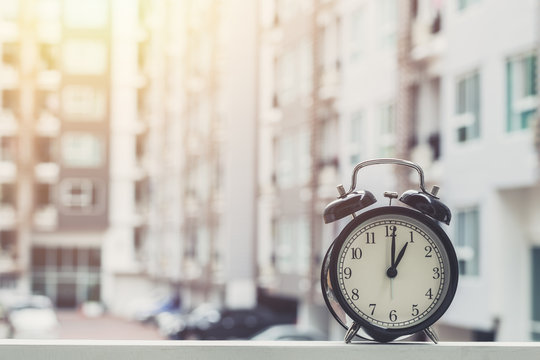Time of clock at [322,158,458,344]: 1:00
